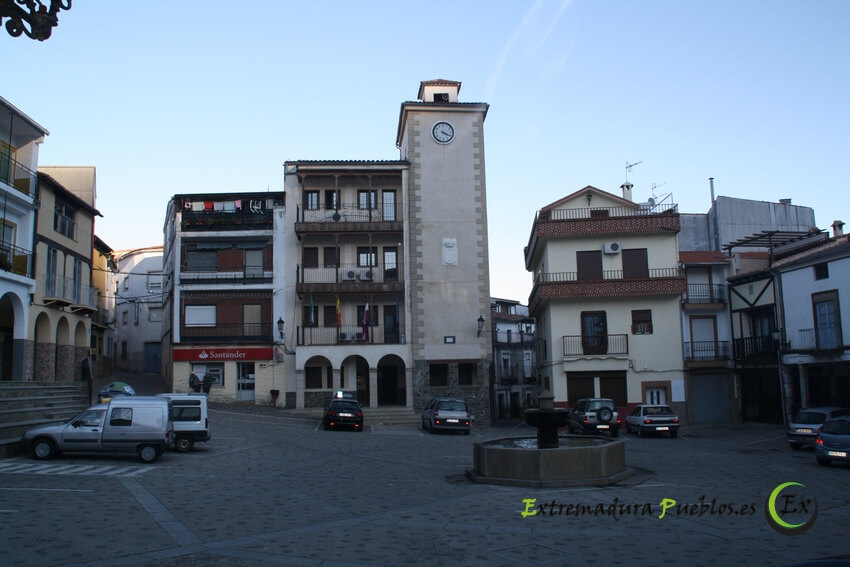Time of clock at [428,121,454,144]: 4:19
